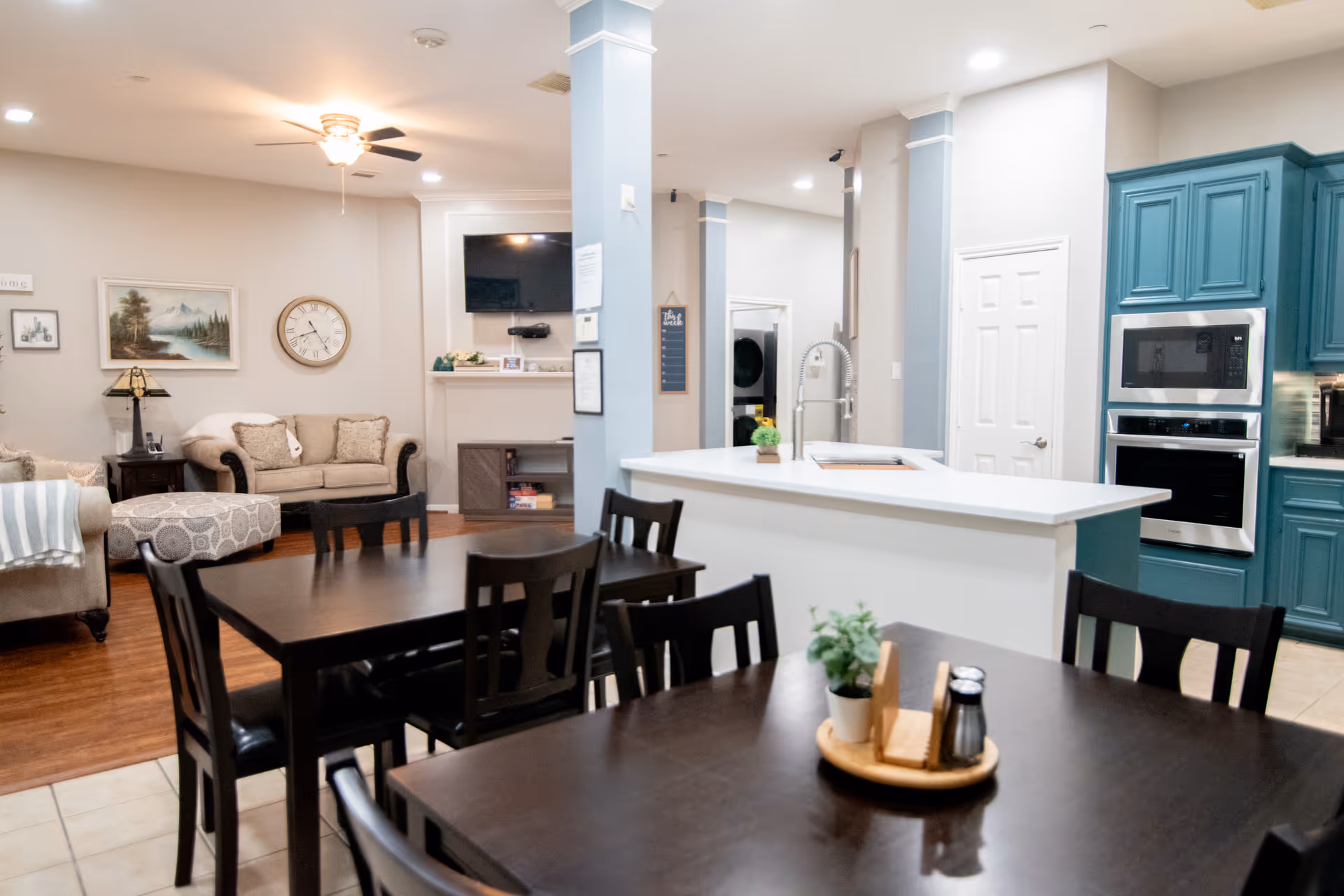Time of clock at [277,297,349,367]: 8:24
